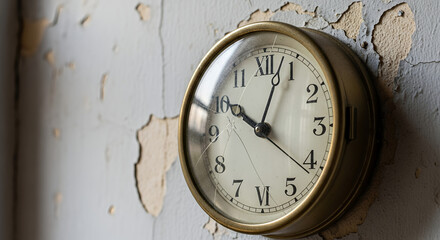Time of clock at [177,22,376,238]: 10:03
